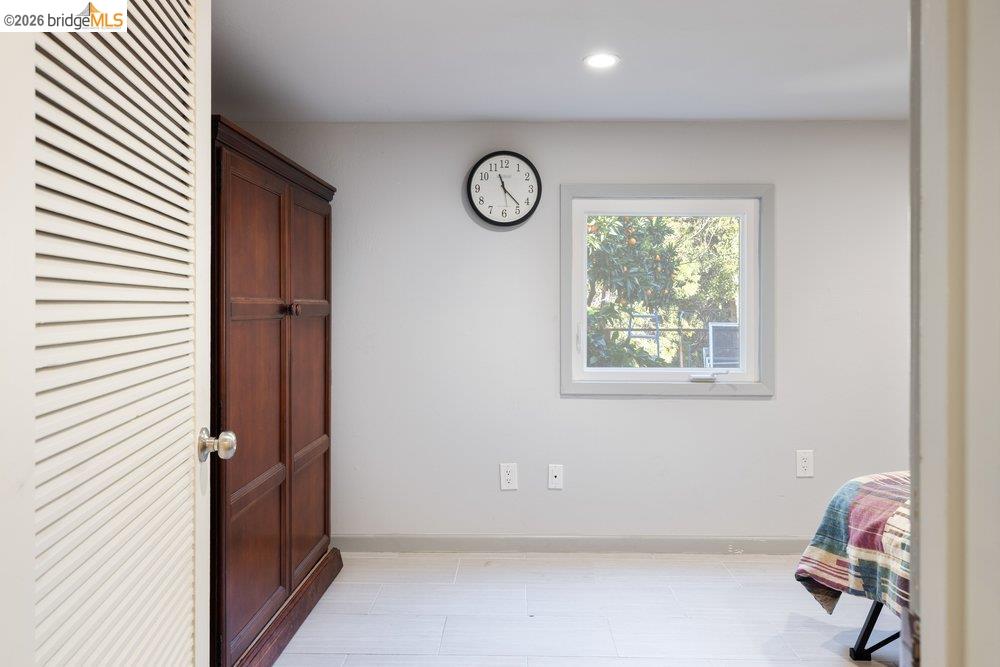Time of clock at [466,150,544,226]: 11:22
